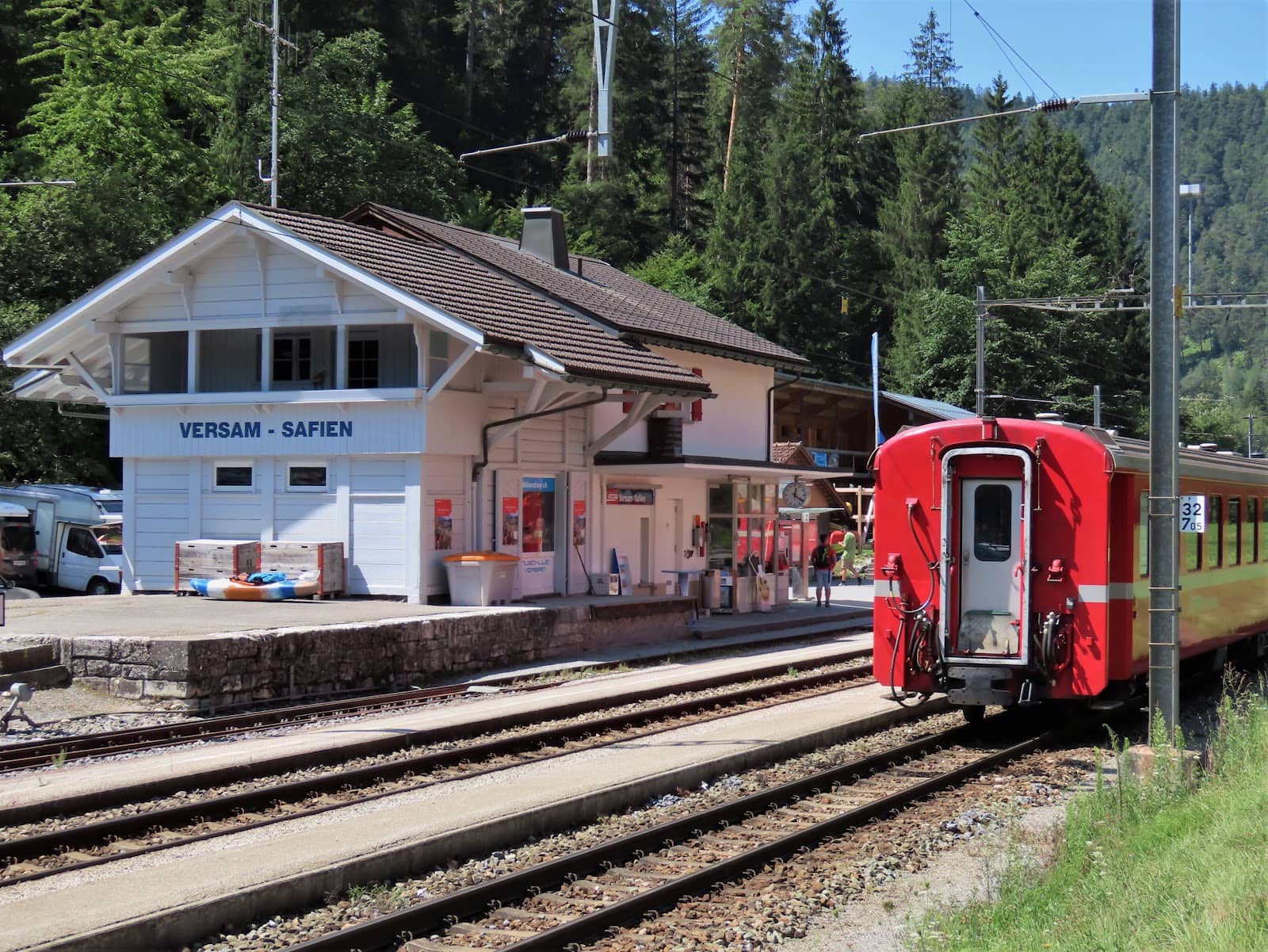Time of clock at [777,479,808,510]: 12:21
